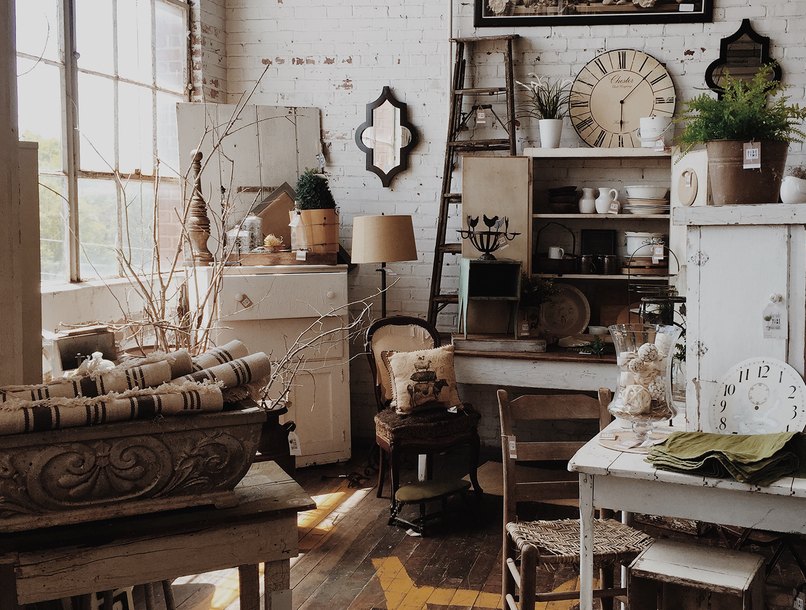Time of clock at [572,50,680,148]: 6:07
